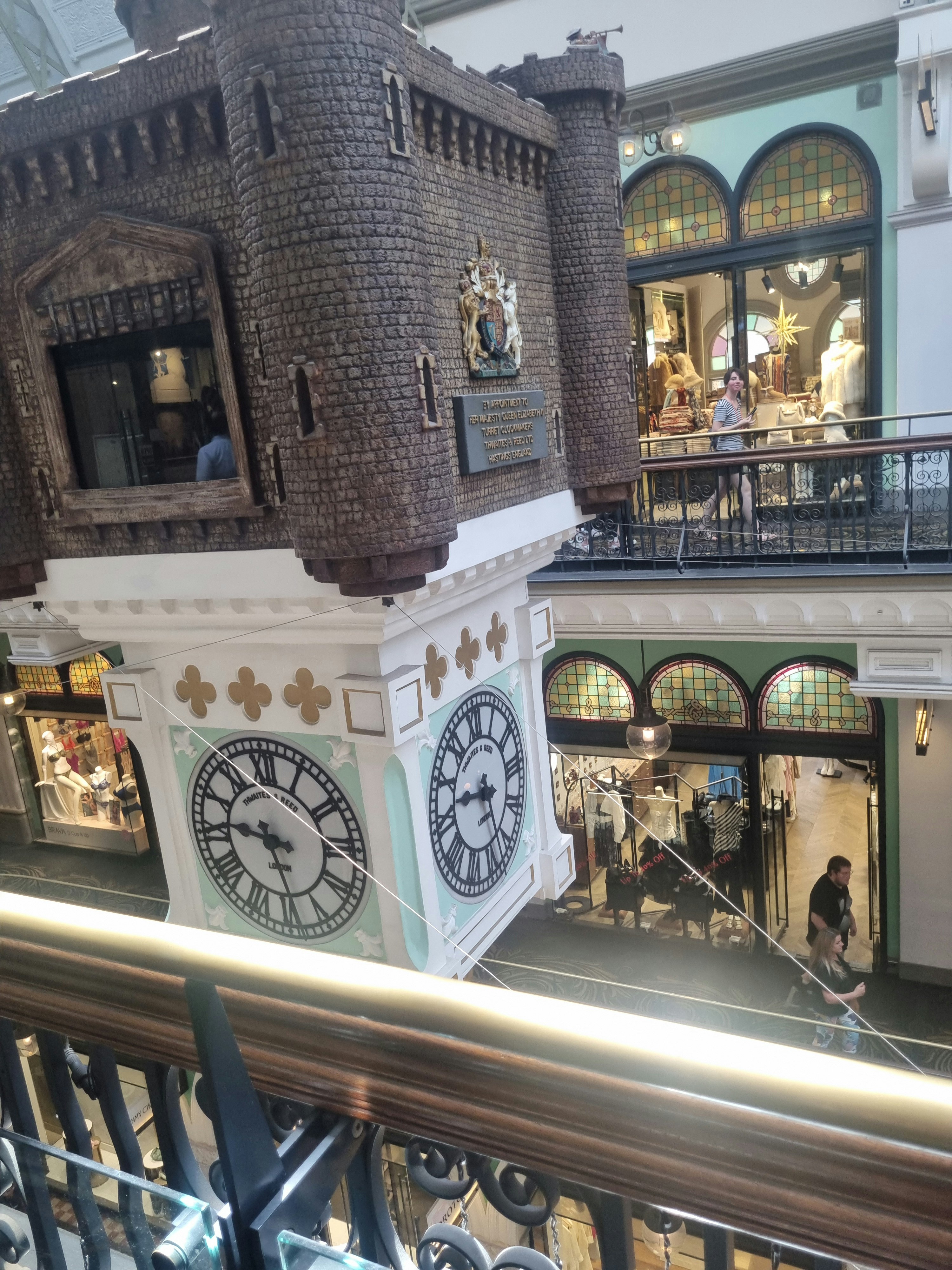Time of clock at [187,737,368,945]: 9:28
